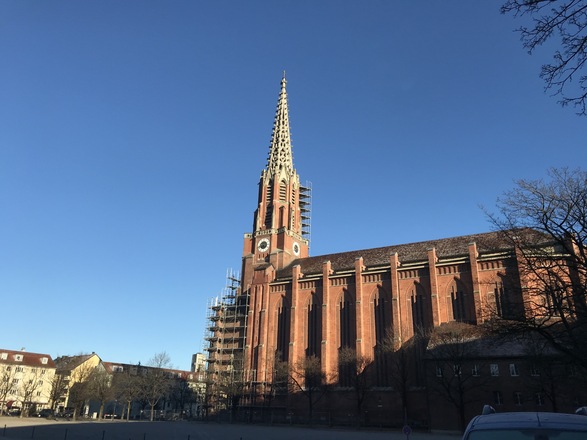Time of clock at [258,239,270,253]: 4:42
